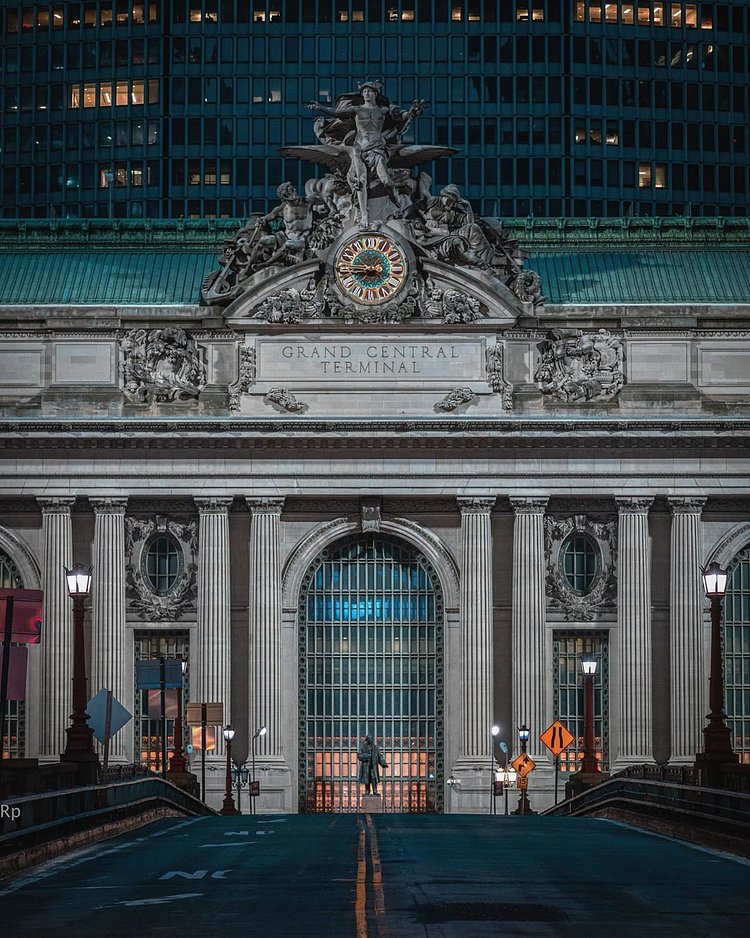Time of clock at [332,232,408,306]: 8:45
